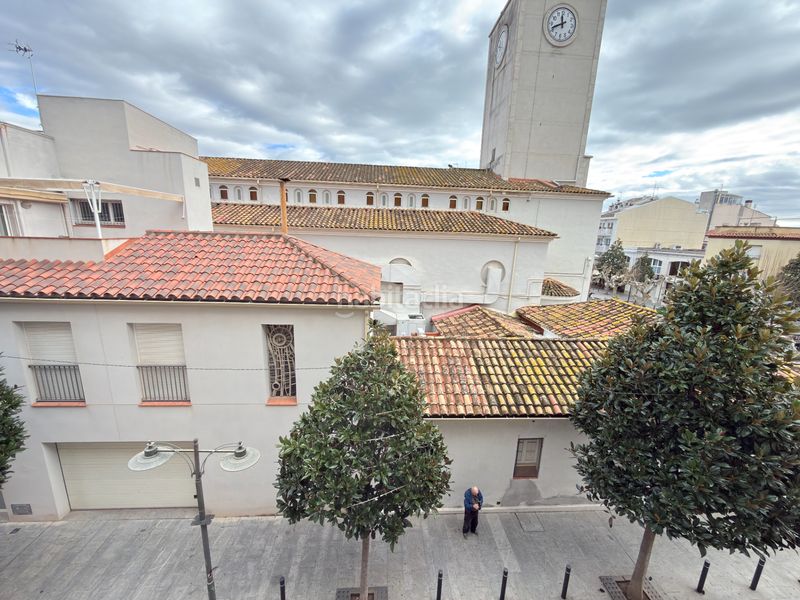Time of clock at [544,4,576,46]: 11:41
